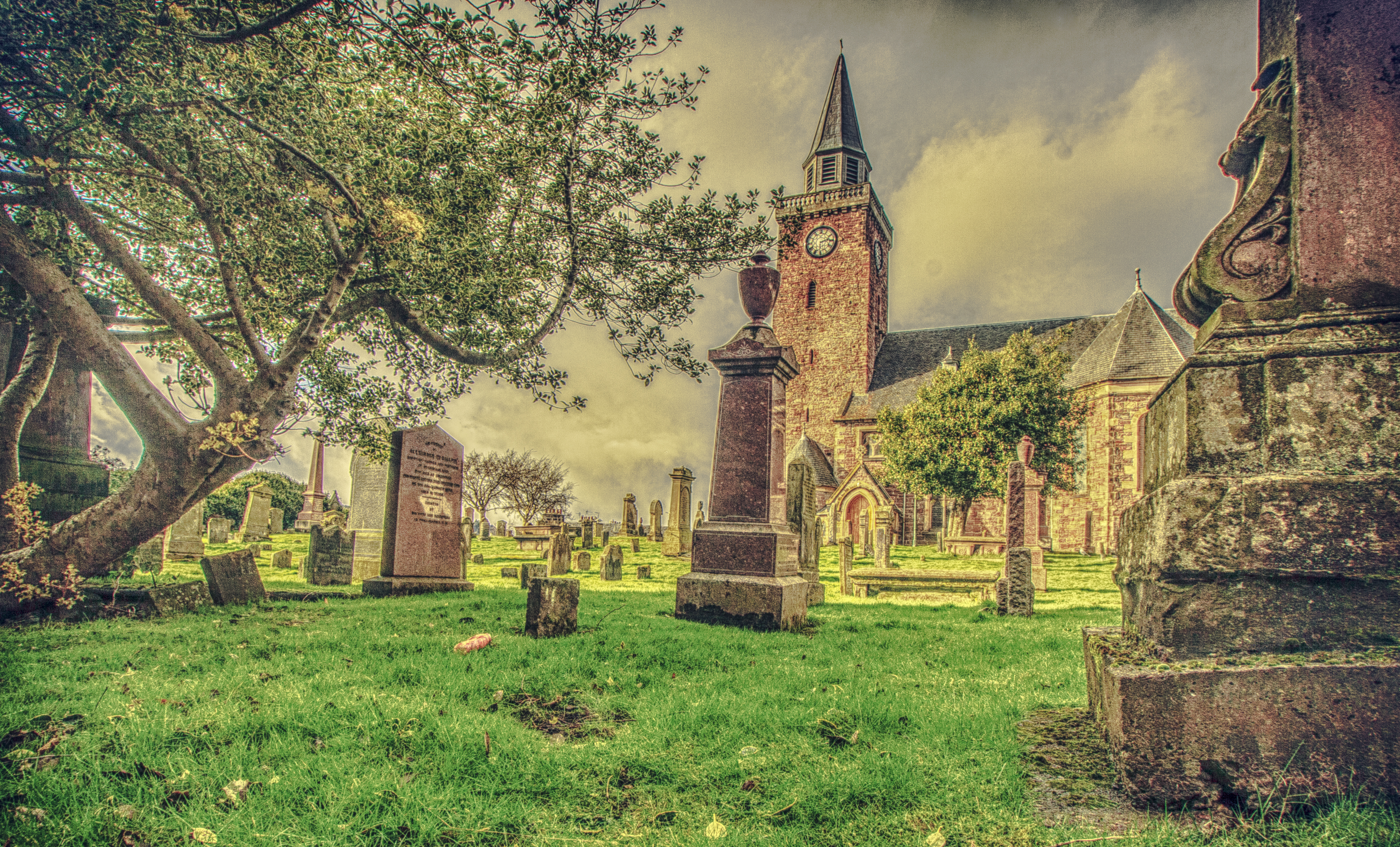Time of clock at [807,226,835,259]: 2:29
